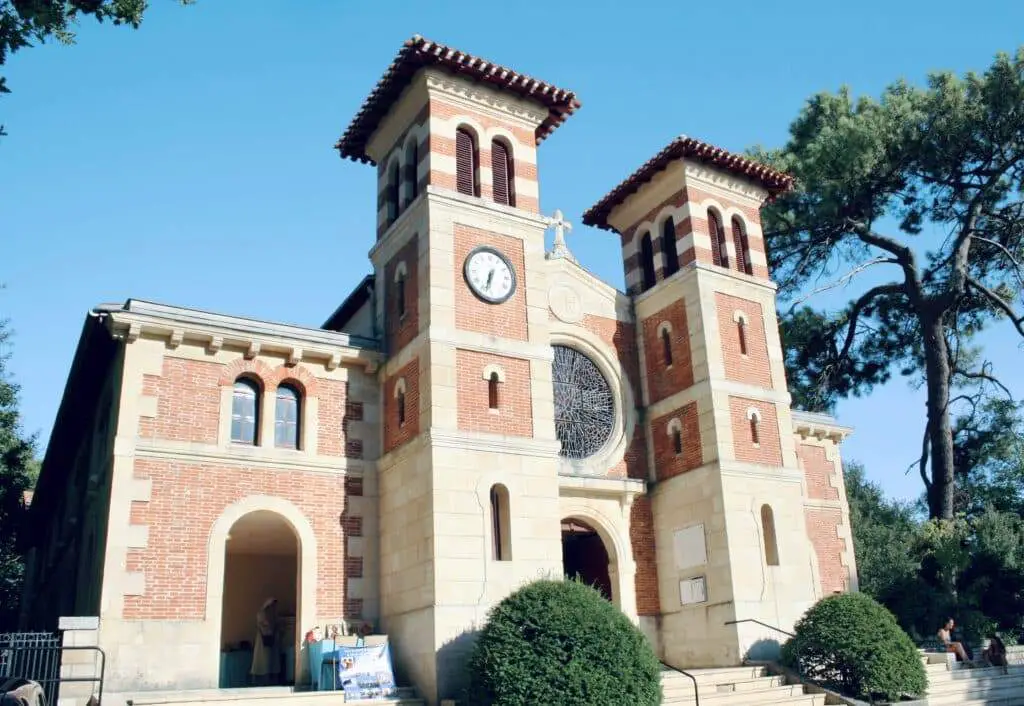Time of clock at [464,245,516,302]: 6:32
